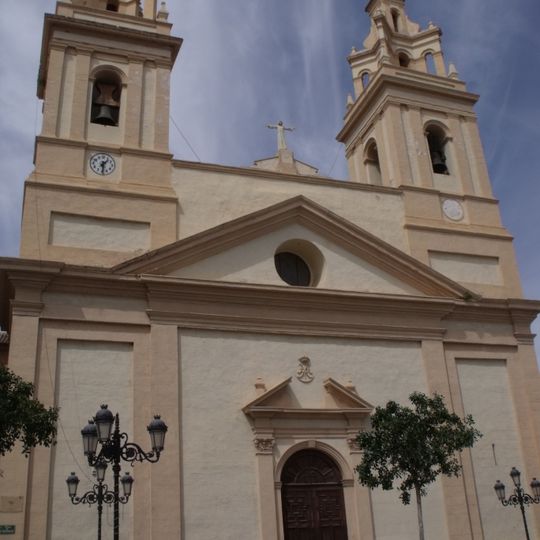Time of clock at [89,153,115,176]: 1:29
